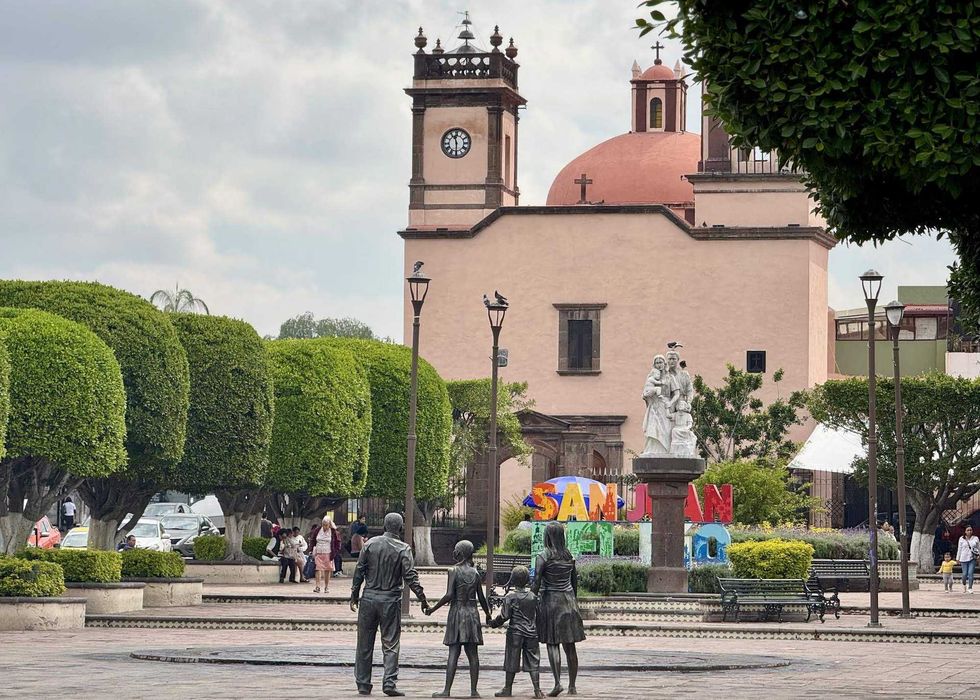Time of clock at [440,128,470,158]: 11:29
